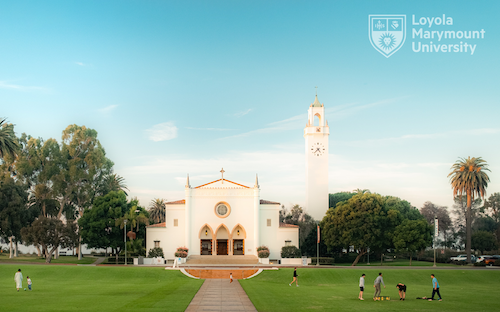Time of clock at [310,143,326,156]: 4:38
